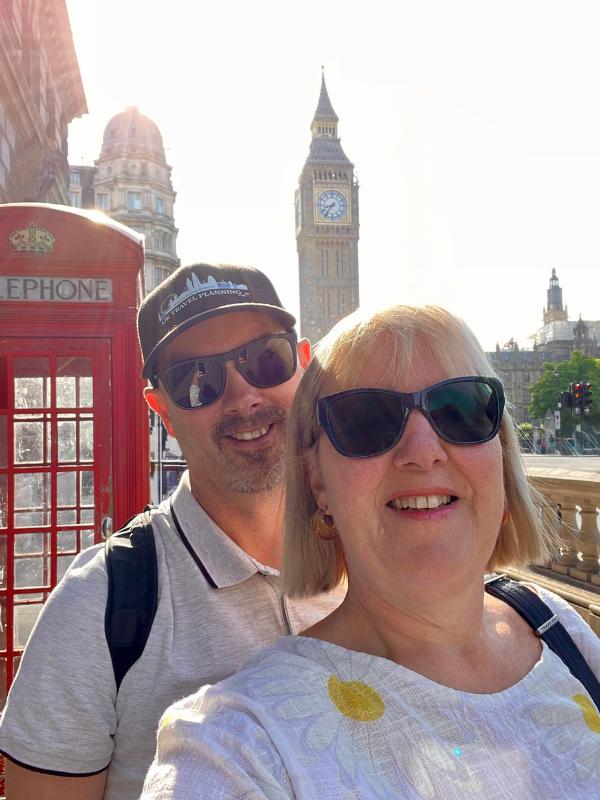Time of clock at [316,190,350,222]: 8:36
